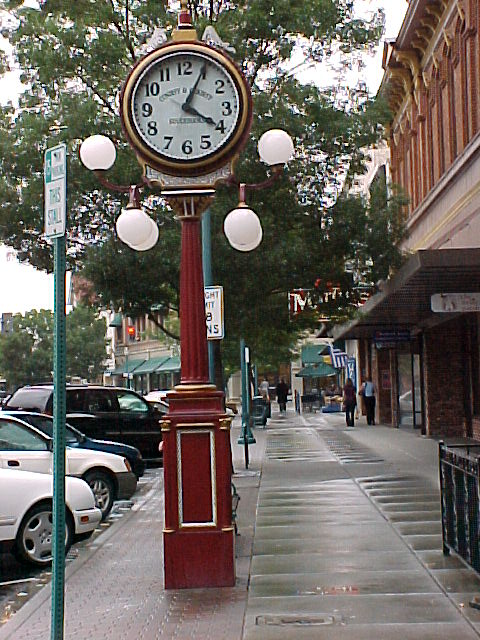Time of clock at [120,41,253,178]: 4:04
